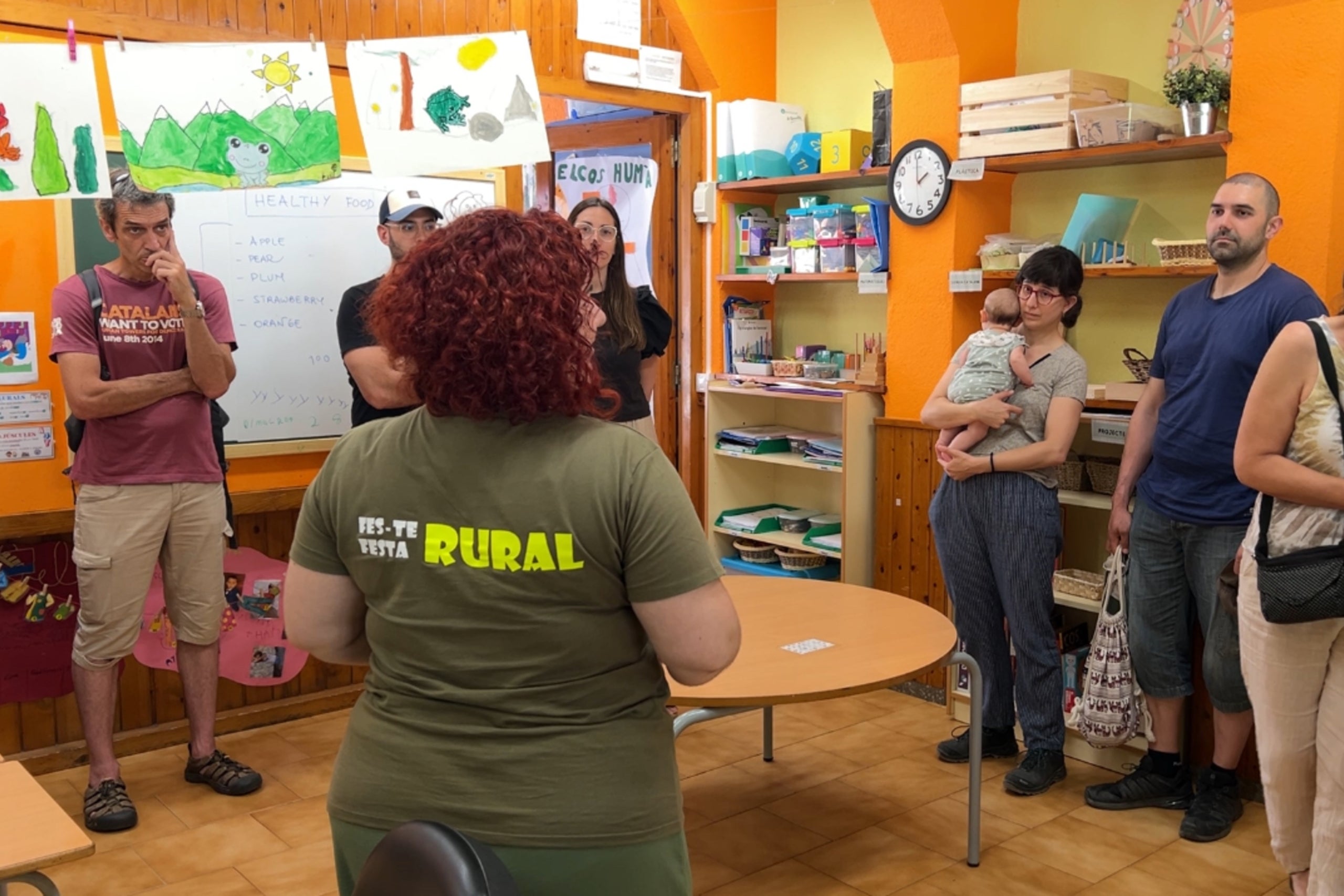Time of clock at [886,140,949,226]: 1:59
